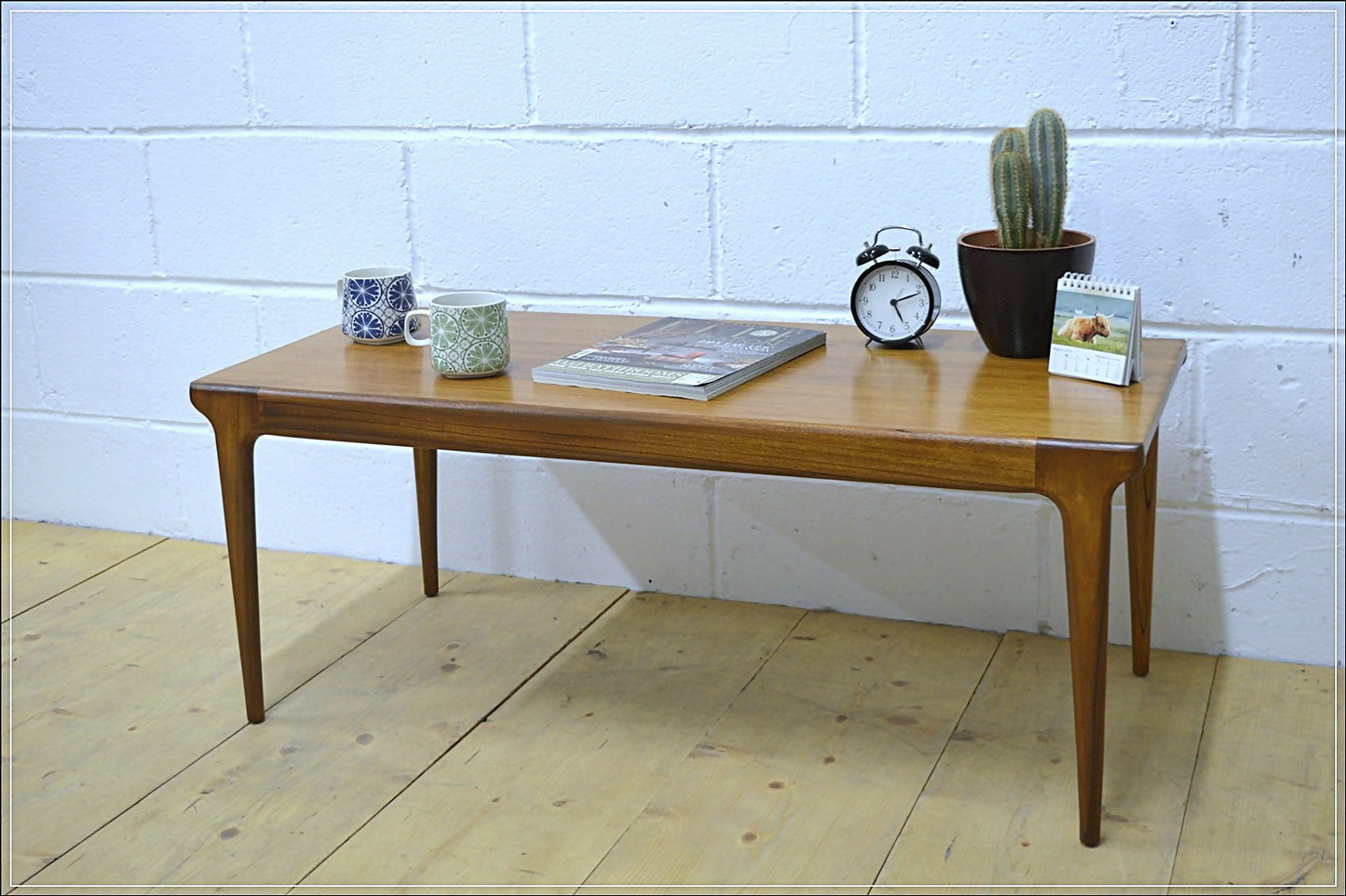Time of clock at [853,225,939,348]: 5:11
